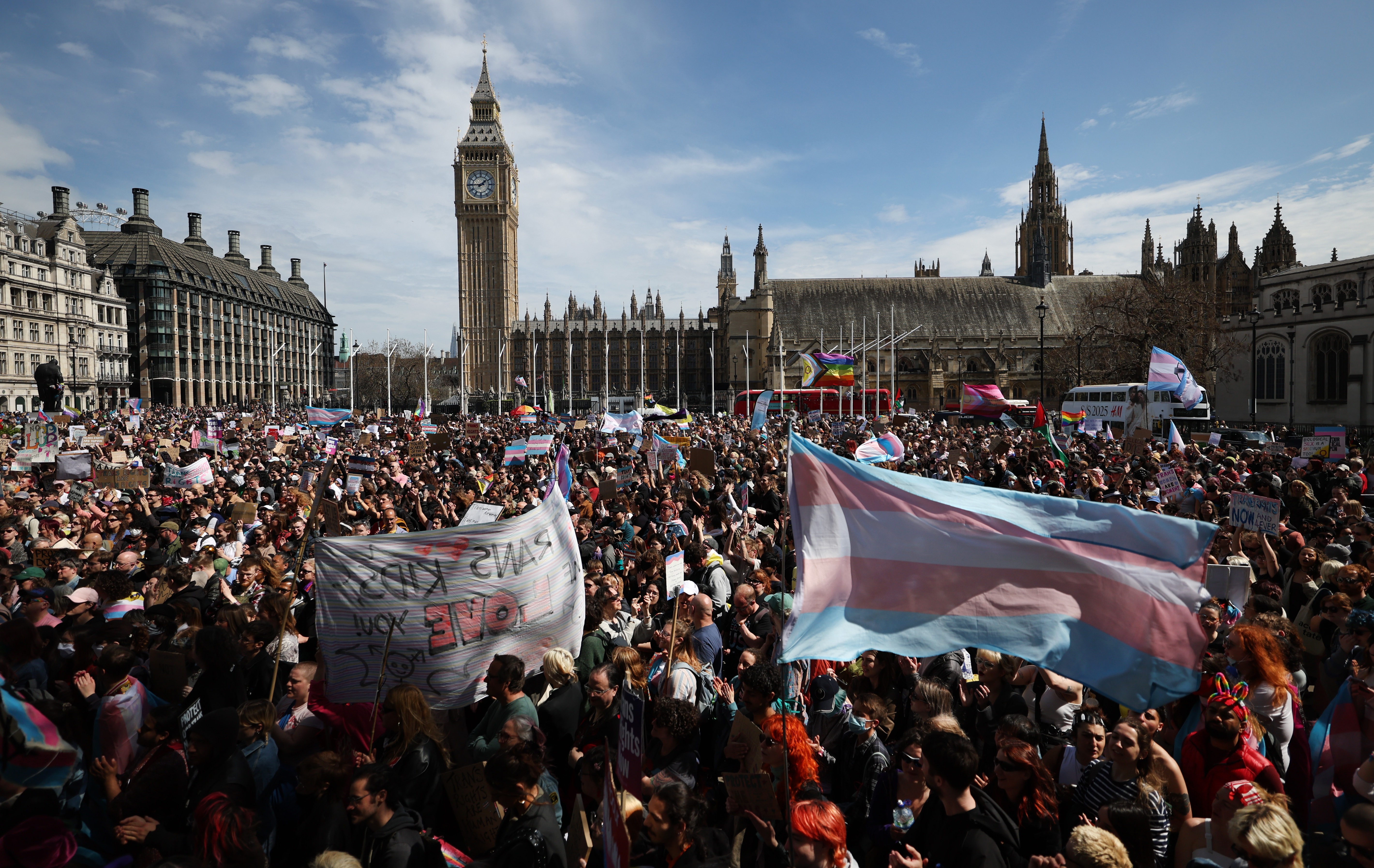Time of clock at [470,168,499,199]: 1:44
